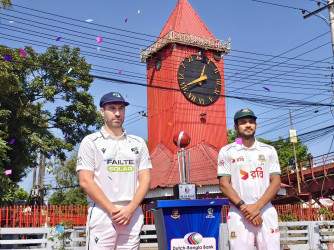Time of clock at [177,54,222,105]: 12:39
